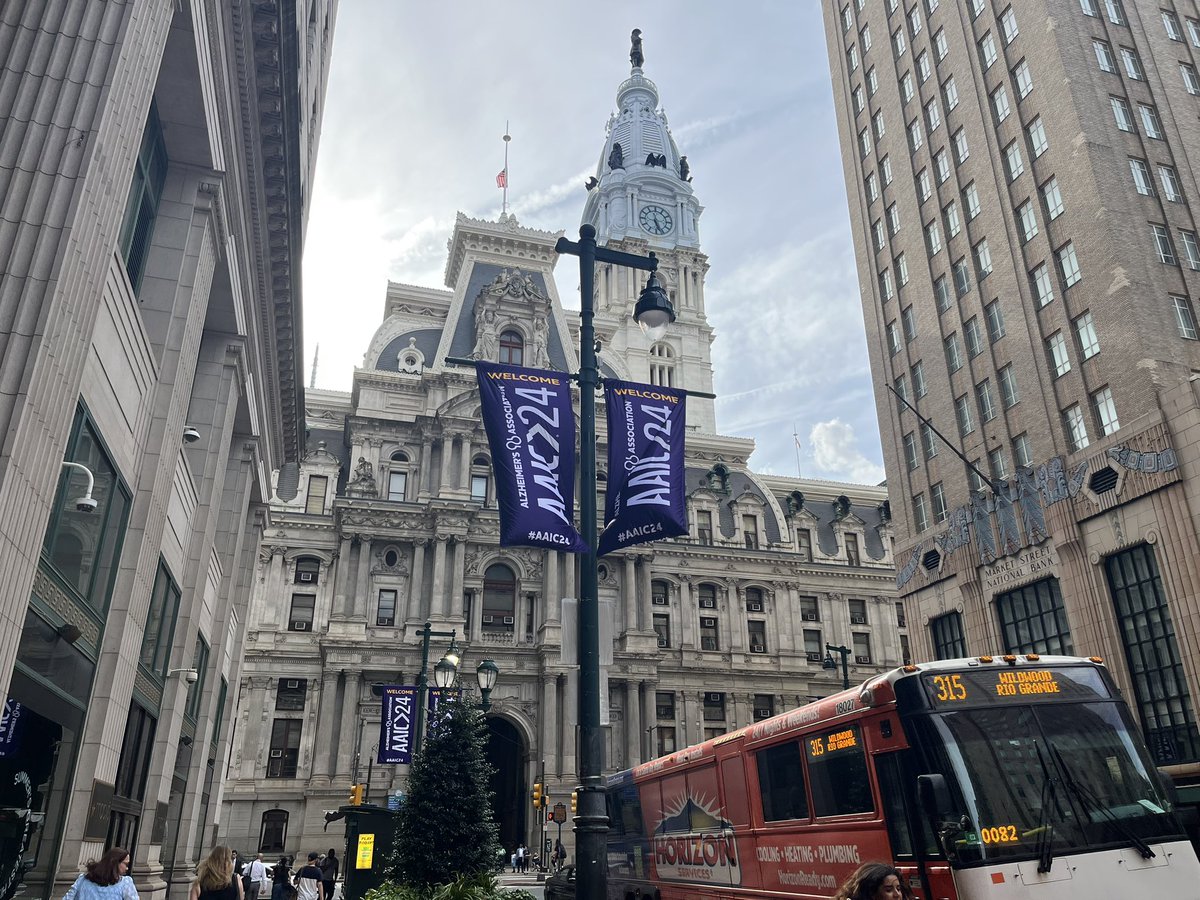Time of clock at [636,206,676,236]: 5:26
